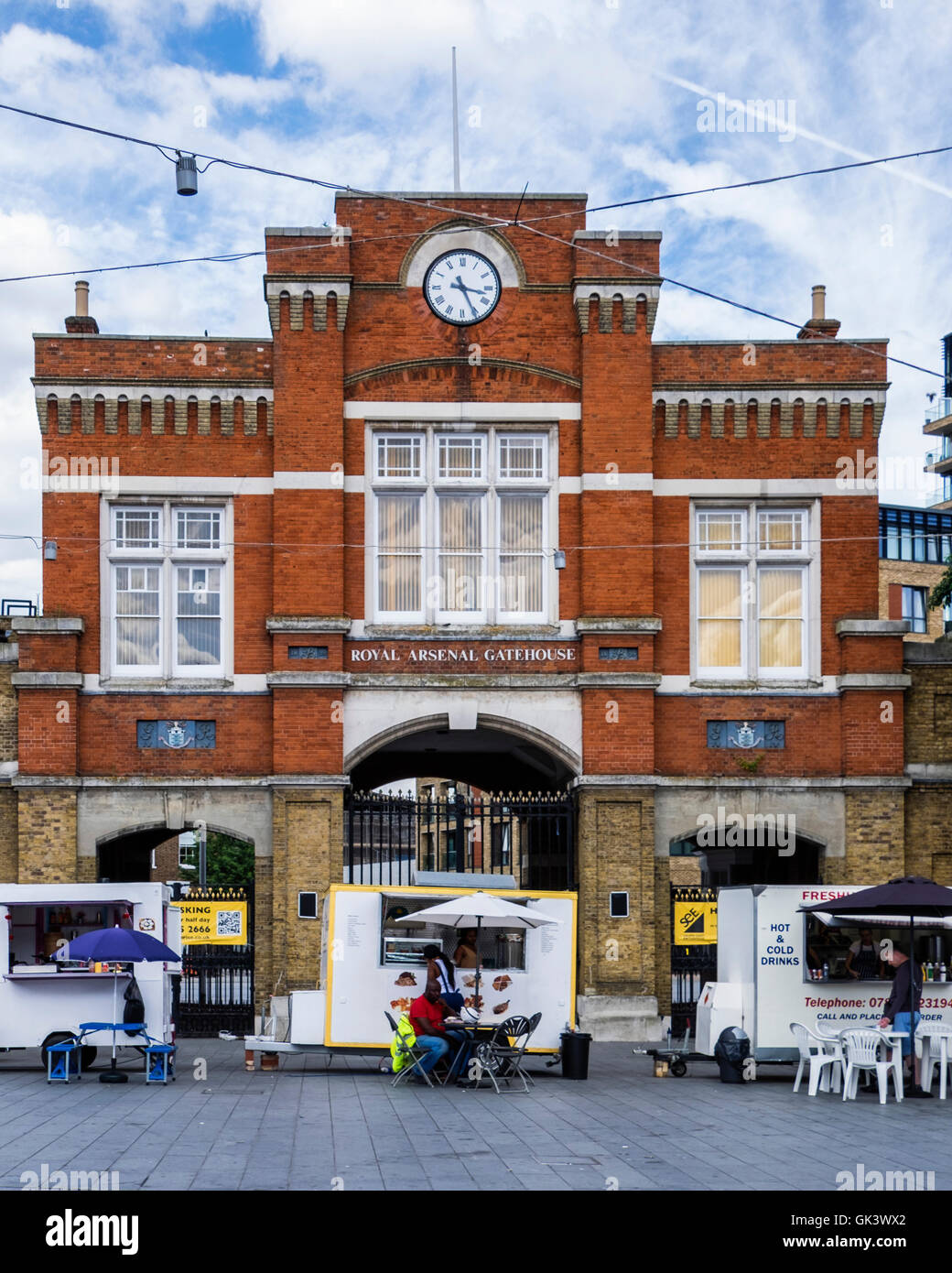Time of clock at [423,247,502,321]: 3:25
